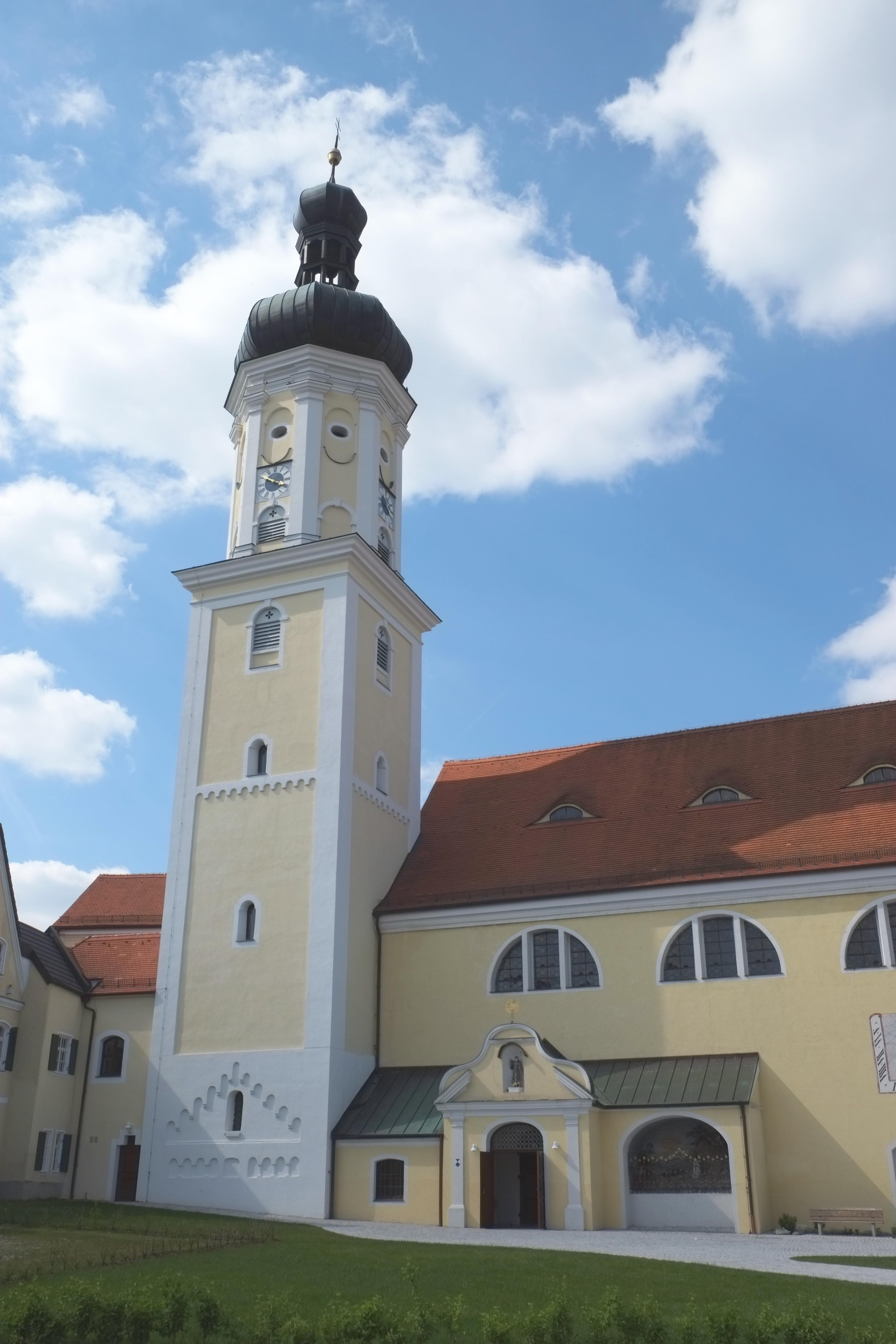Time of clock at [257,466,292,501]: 3:50
